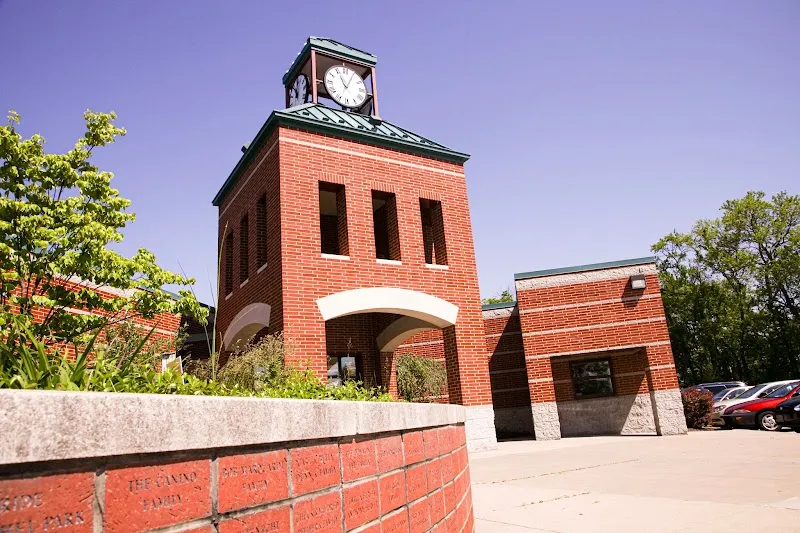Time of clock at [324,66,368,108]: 11:04
